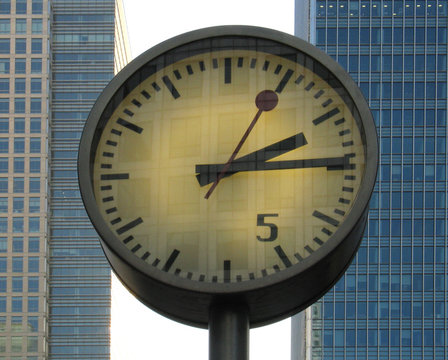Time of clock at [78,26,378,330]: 2:14
